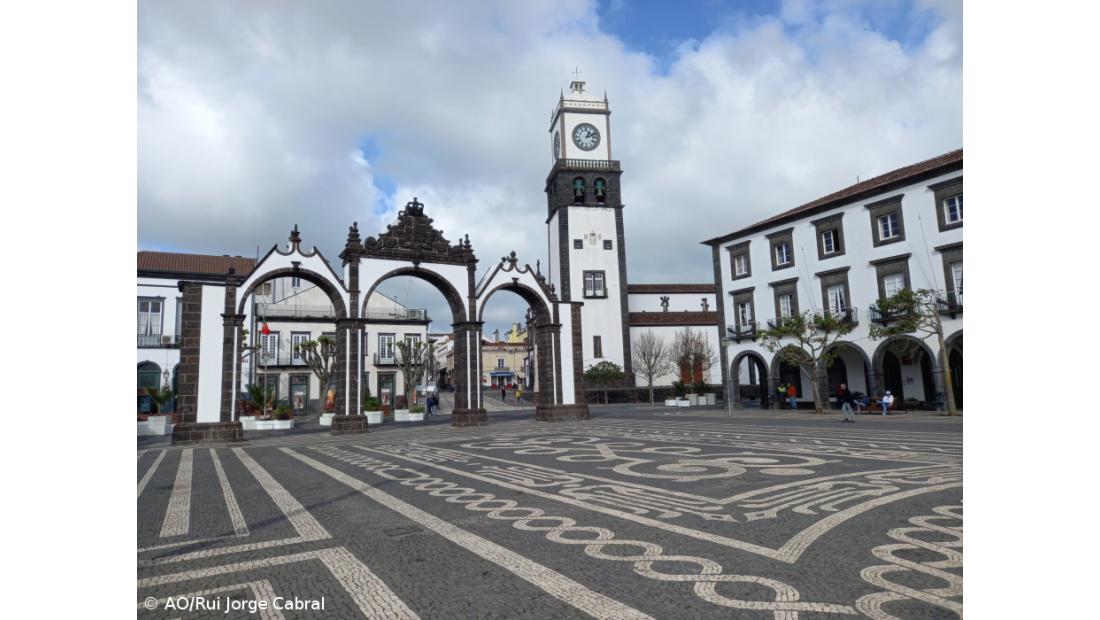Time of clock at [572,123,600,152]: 1:11
